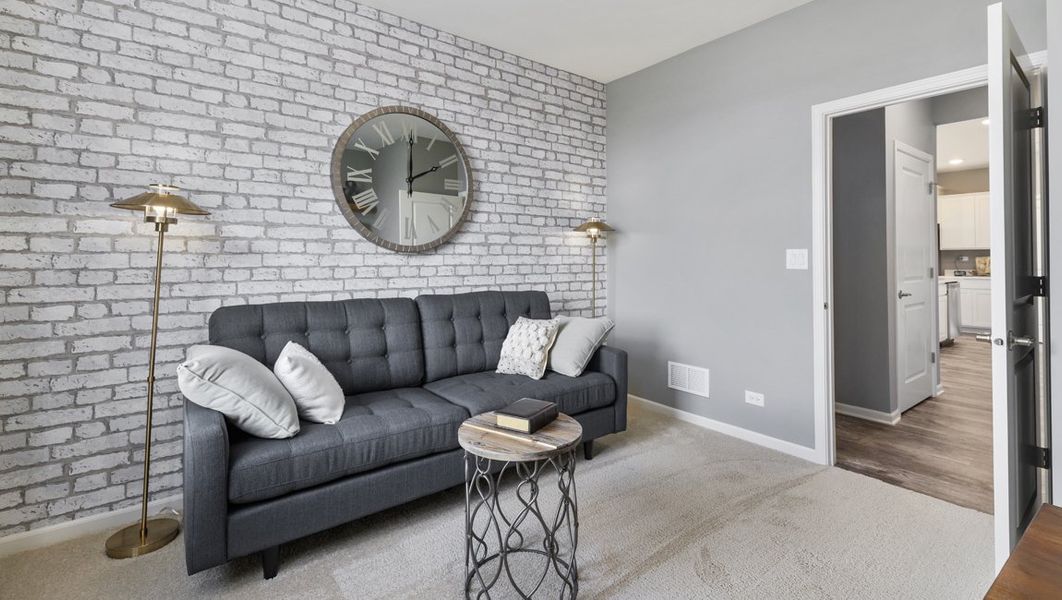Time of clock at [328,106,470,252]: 2:00
